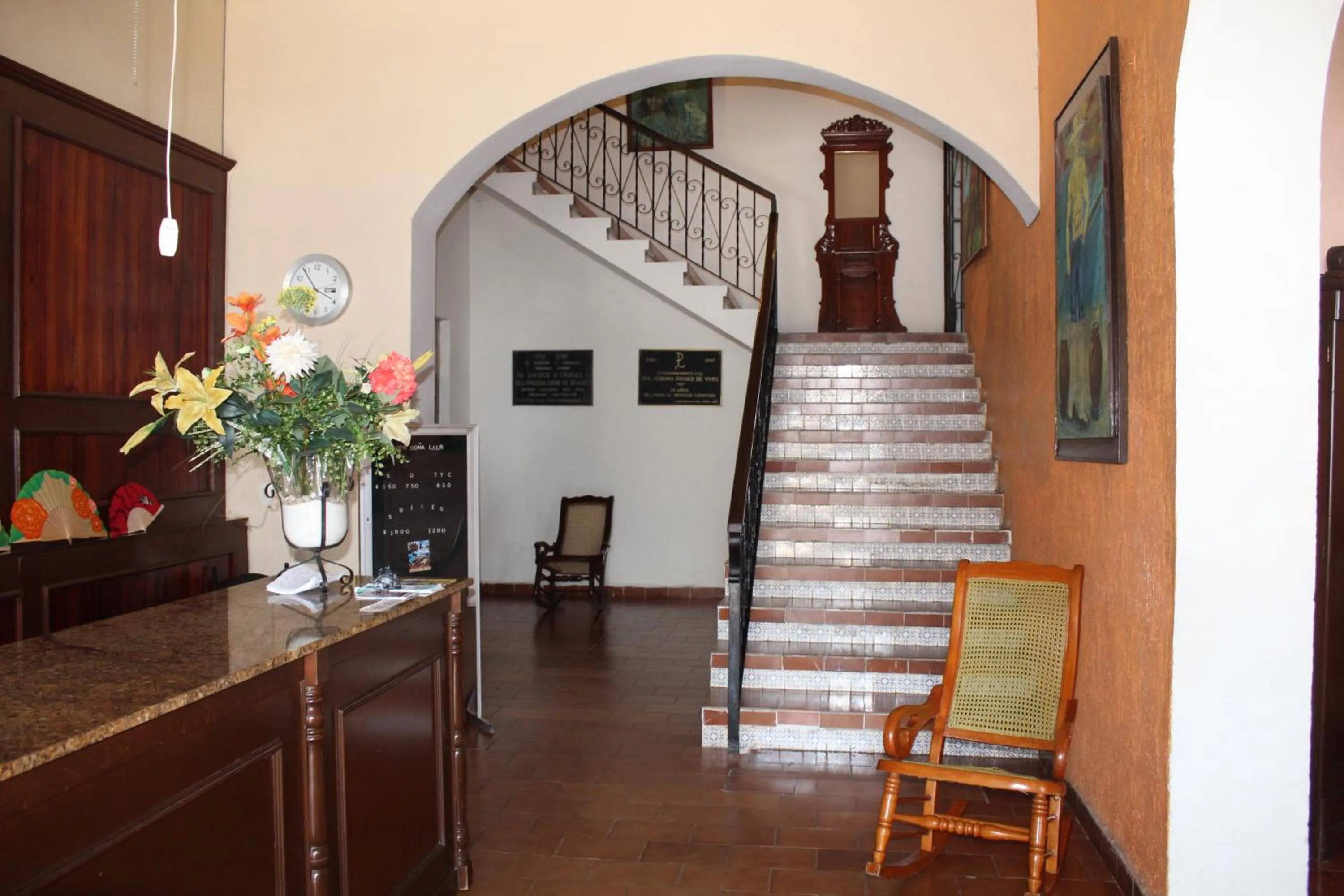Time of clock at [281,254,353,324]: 3:54
